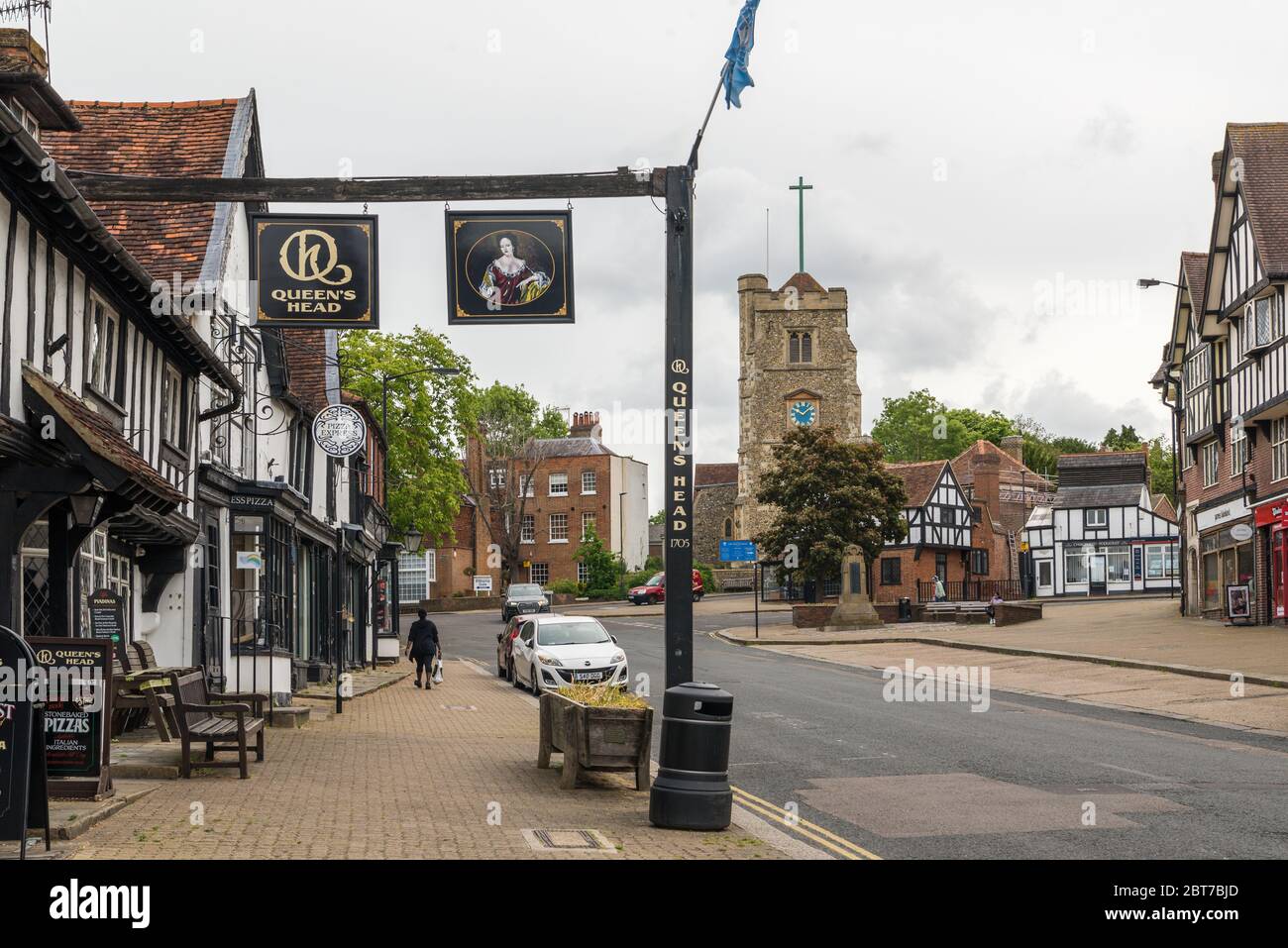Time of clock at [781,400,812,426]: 10:07
